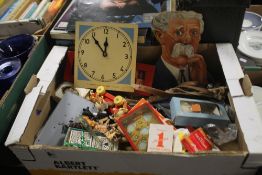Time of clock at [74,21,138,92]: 11:53
